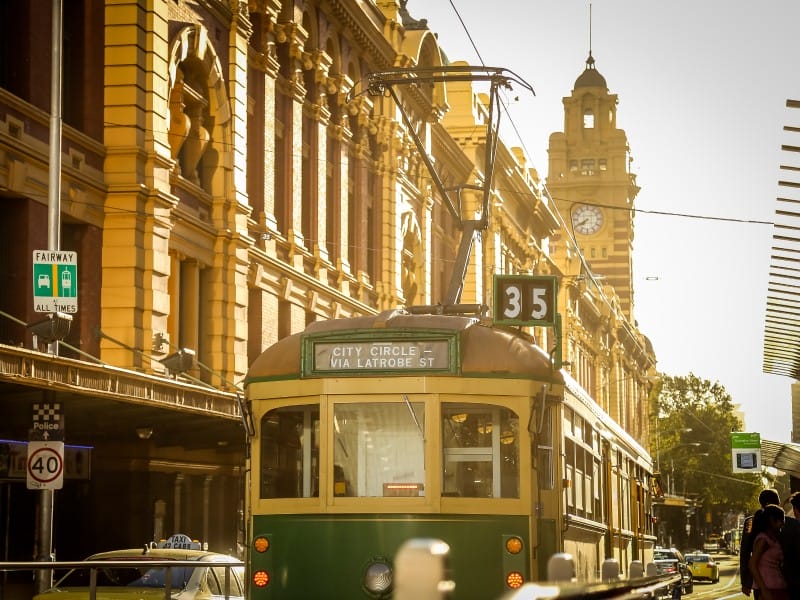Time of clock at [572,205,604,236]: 7:40
